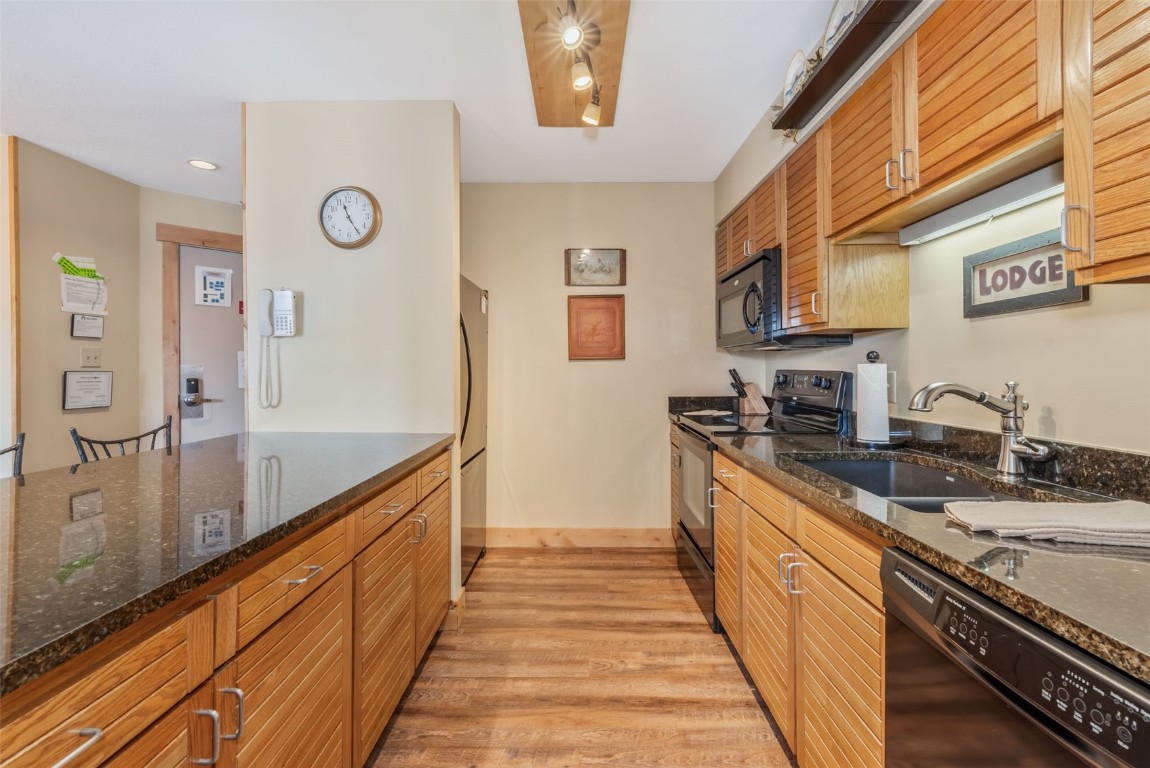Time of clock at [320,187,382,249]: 11:24
